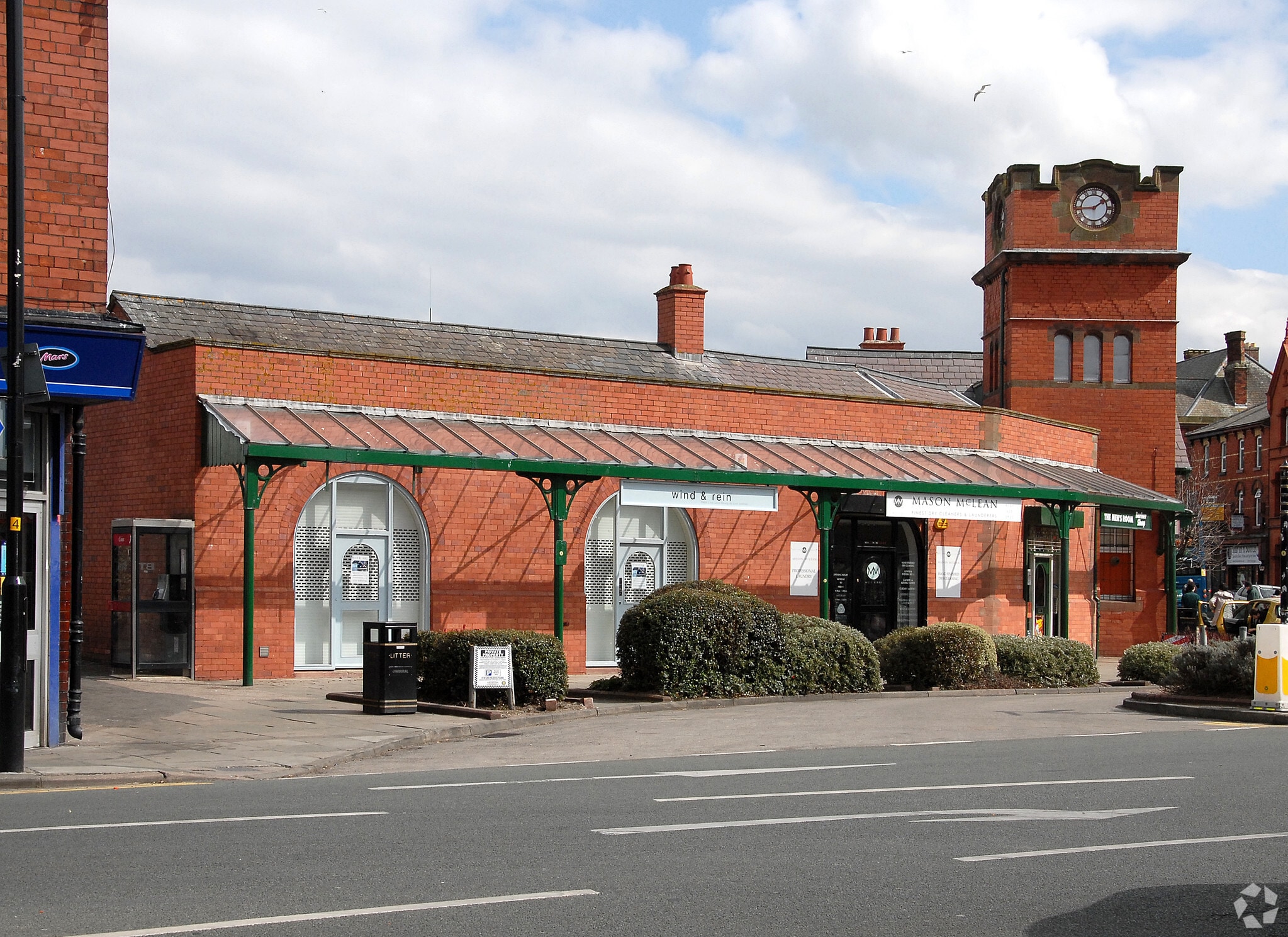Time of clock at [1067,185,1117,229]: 1:43
